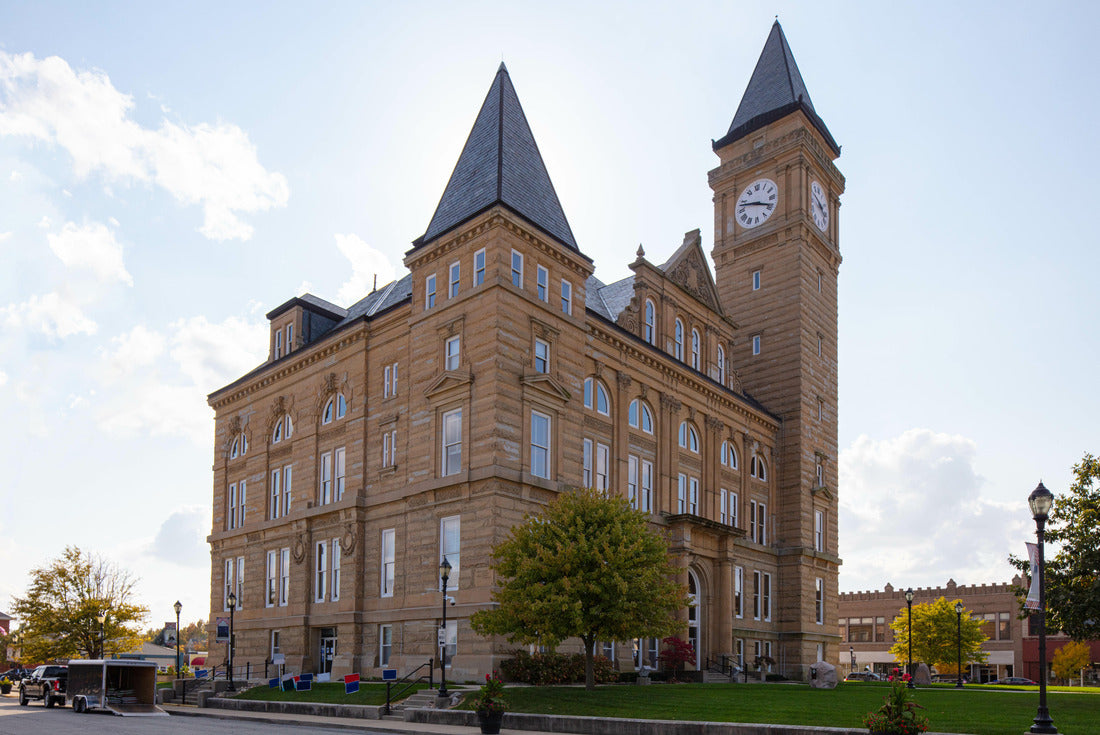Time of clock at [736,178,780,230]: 3:47
